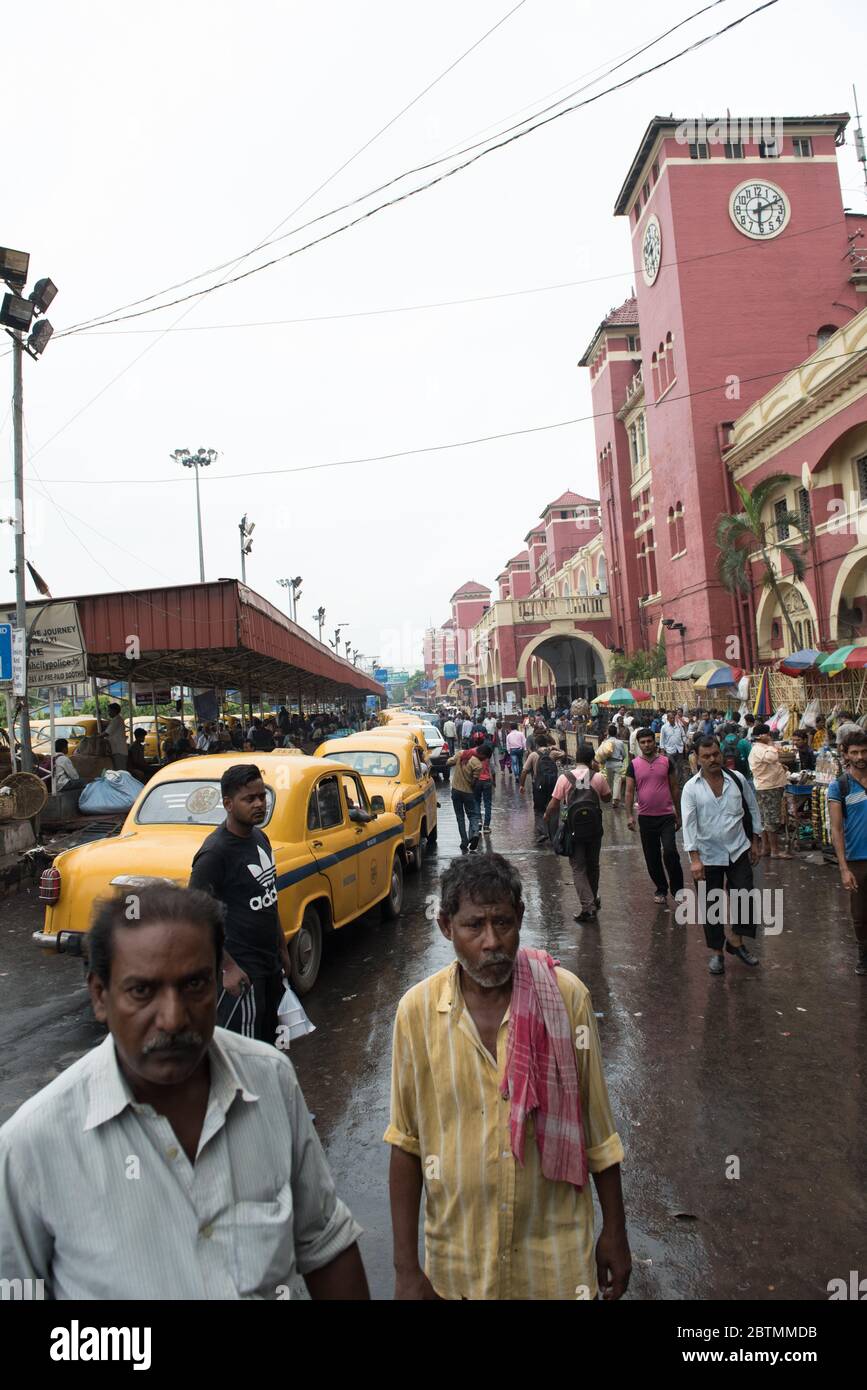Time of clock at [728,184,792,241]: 6:11
